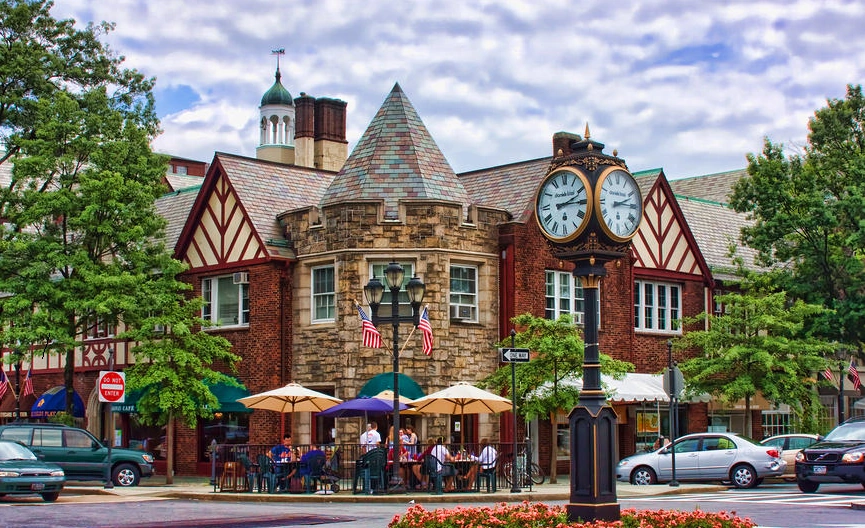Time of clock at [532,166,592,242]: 2:15
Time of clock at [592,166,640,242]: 2:15
